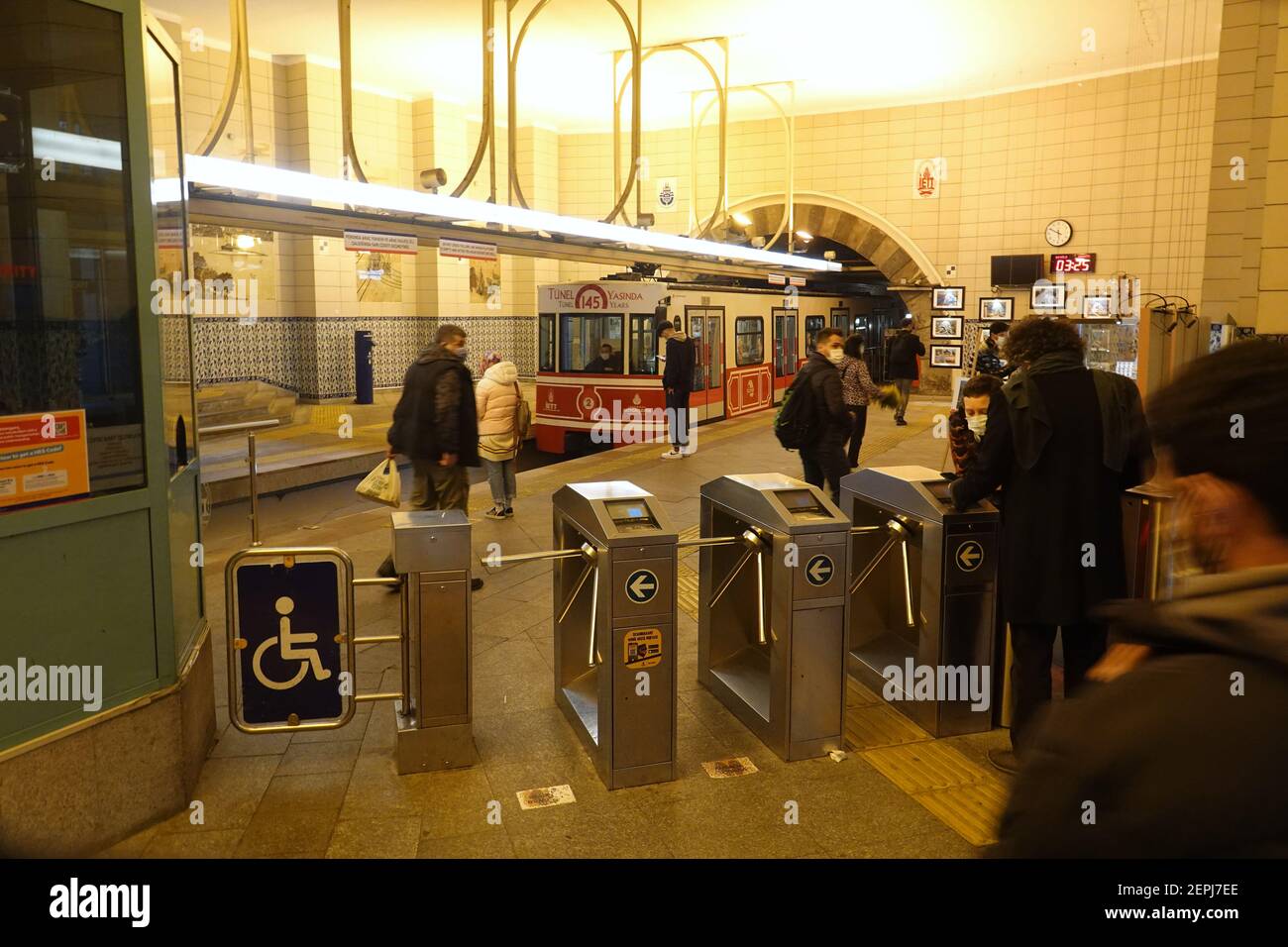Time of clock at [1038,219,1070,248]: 5:49
